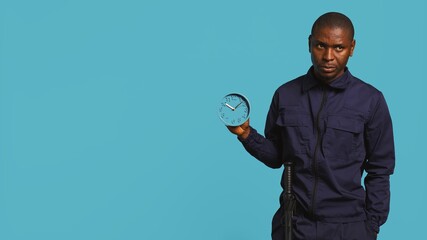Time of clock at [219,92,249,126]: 10:07
